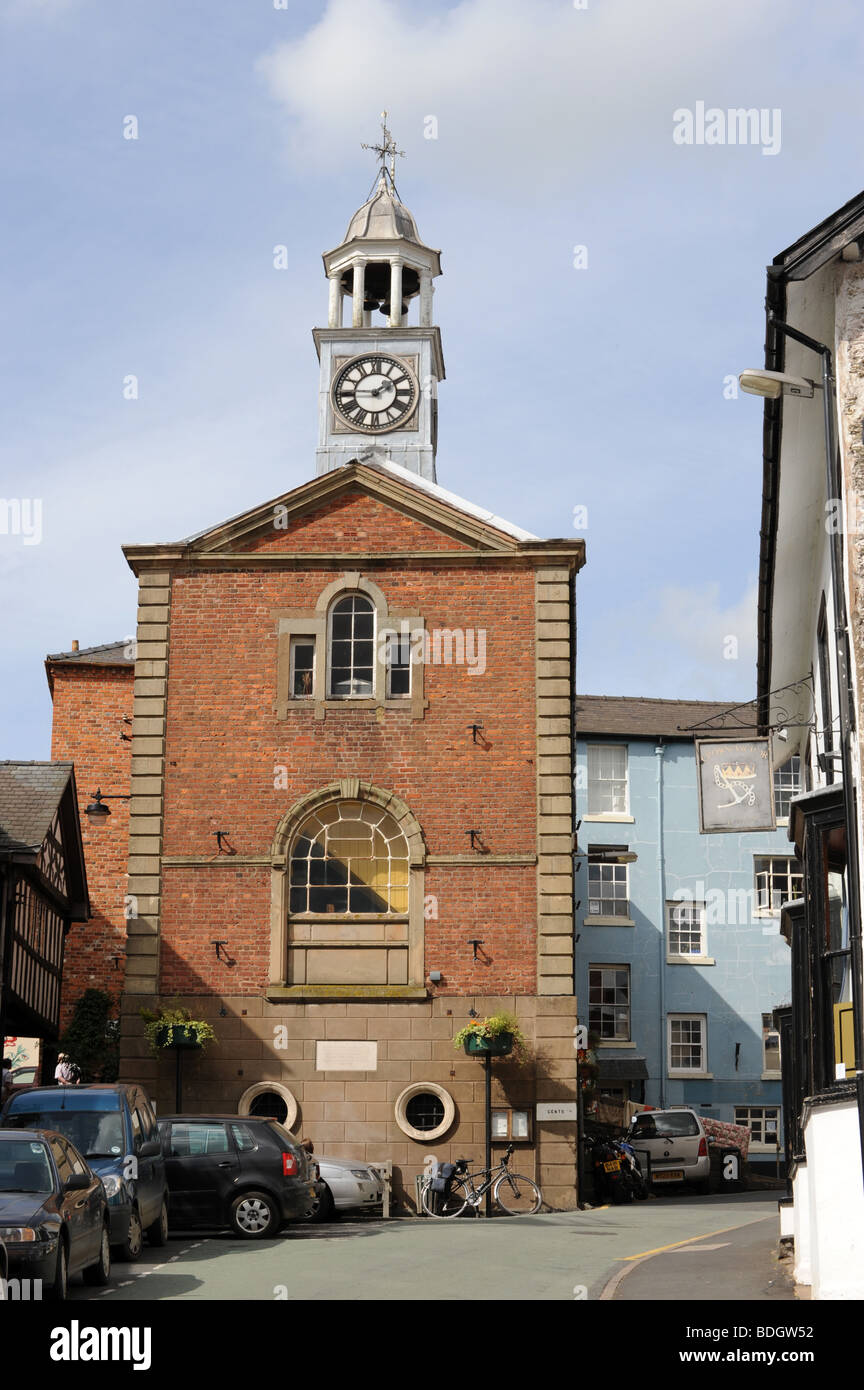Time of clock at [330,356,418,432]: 1:45
